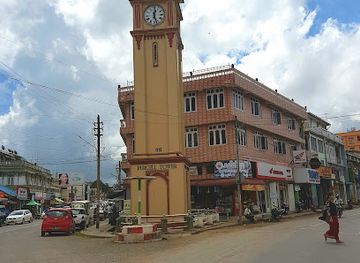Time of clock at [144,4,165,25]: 12:27
